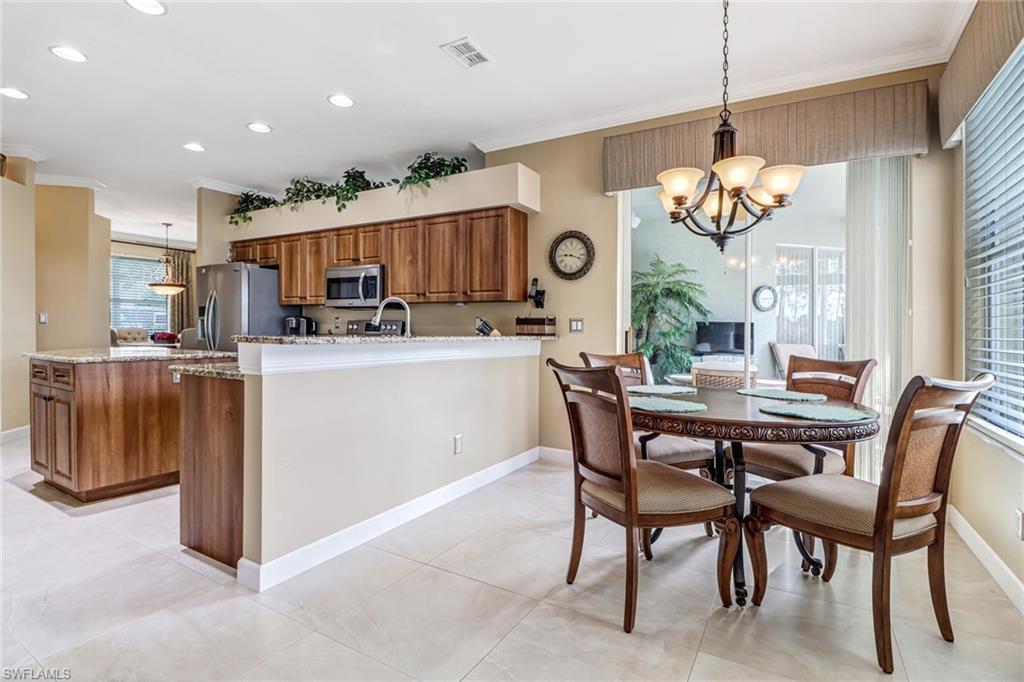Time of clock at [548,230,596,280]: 9:18
